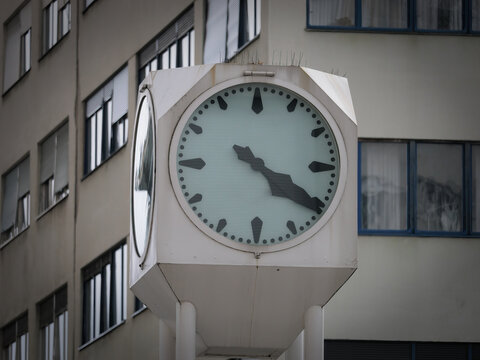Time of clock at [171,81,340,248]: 4:20
